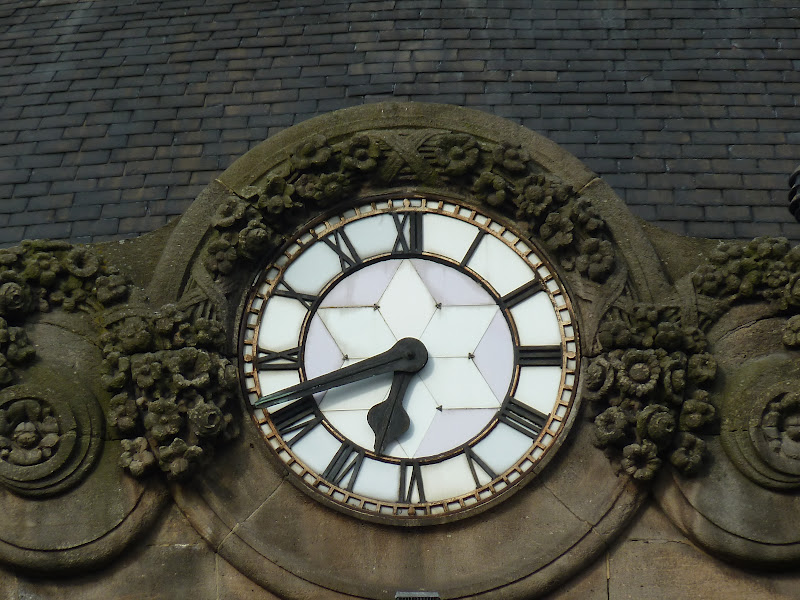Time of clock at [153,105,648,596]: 6:41
